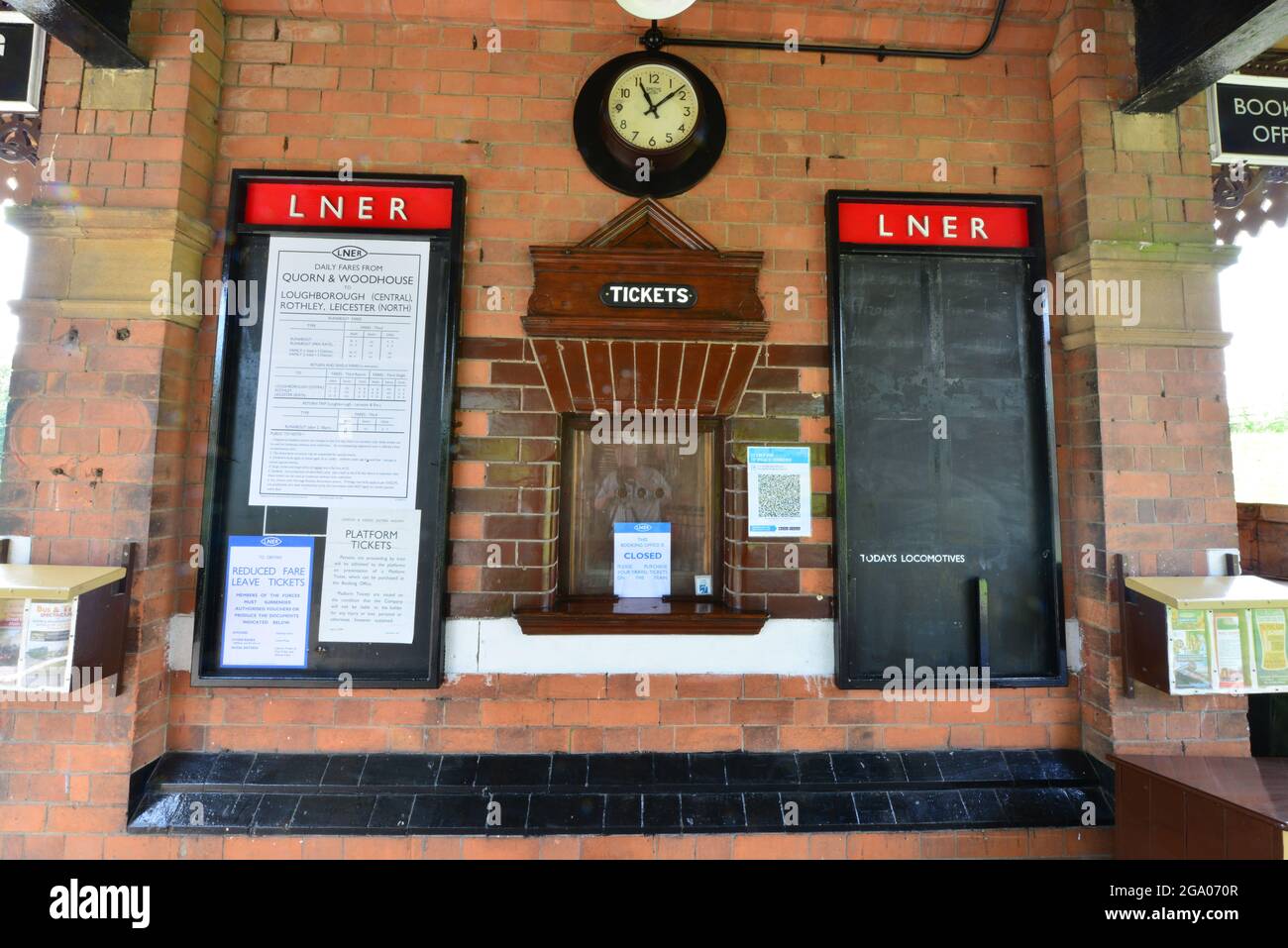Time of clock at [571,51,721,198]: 11:08
